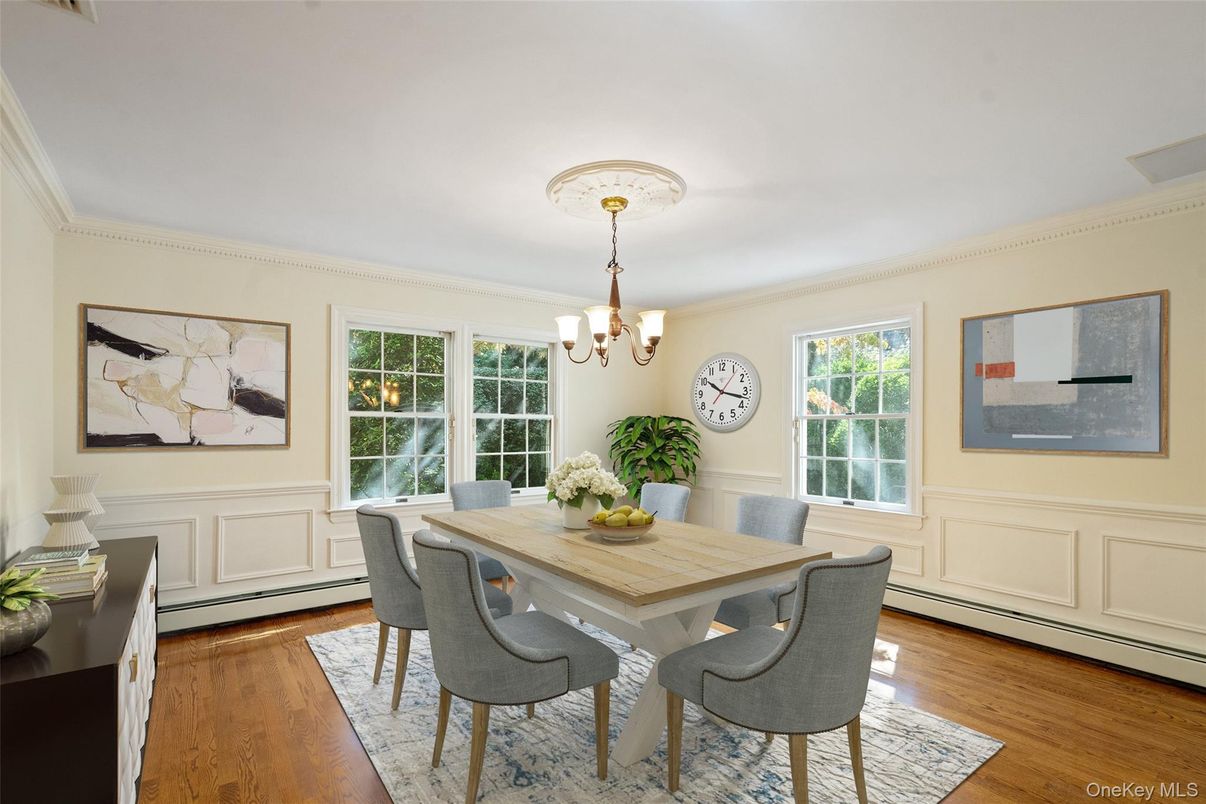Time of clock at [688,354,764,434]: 10:17
